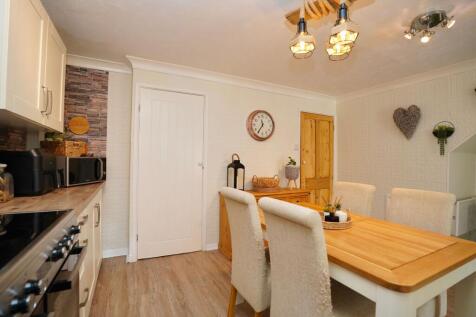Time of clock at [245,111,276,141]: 11:35
